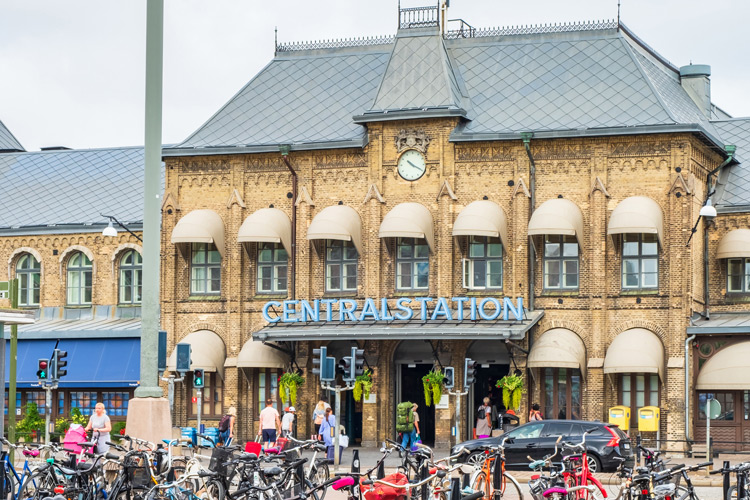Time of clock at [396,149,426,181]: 10:19
